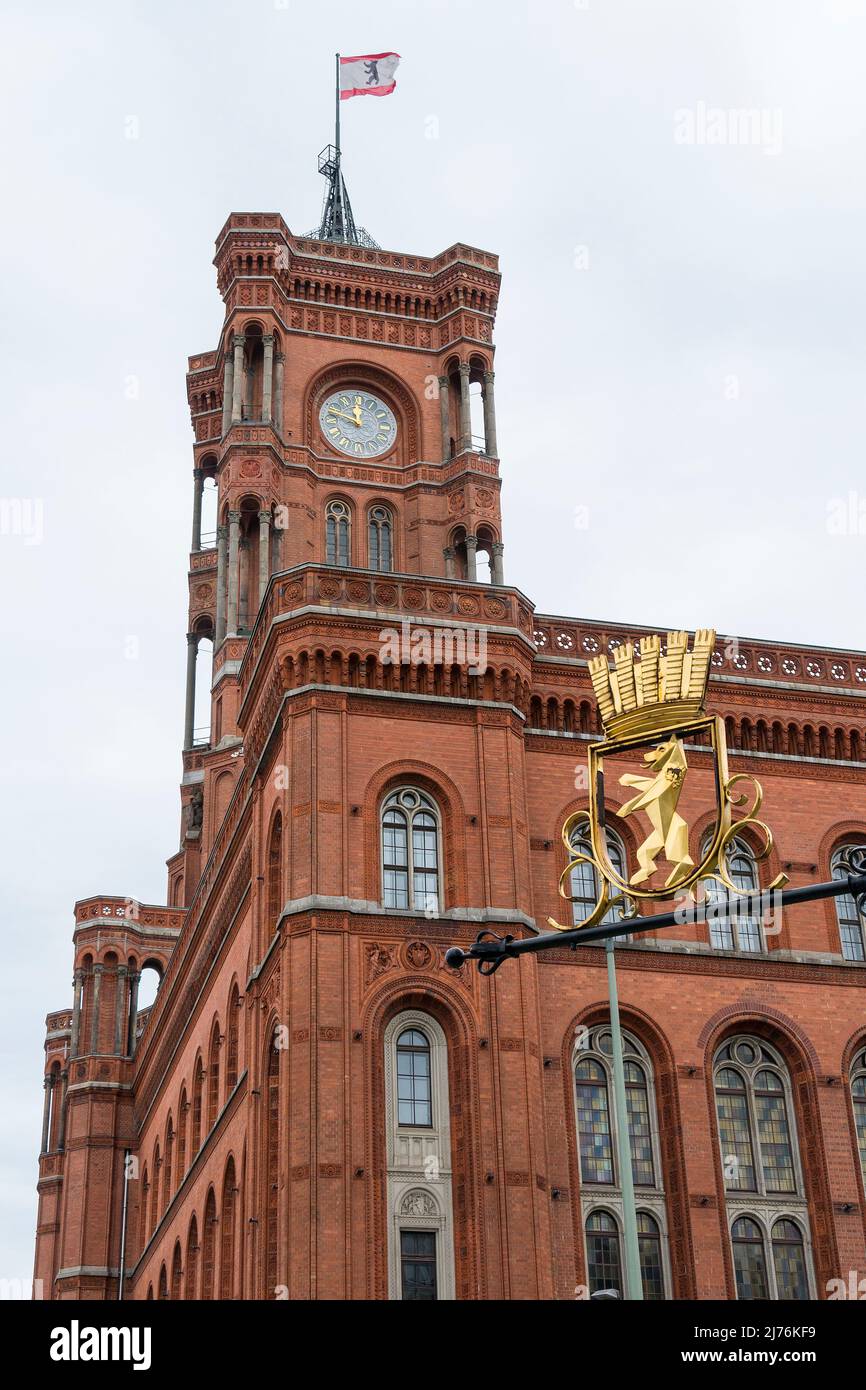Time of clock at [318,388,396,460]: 11:48
